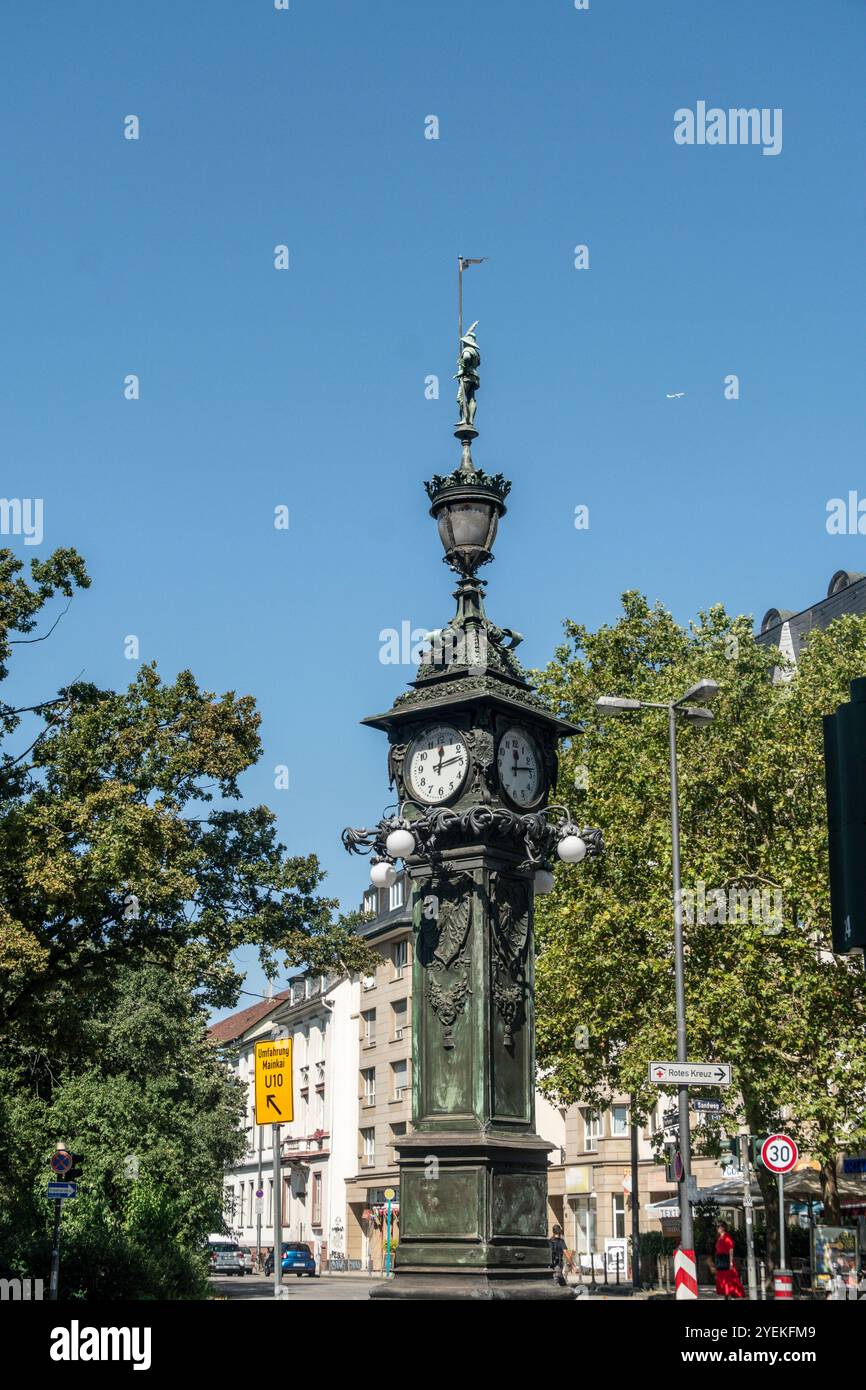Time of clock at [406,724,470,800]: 12:13
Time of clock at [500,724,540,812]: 12:13
